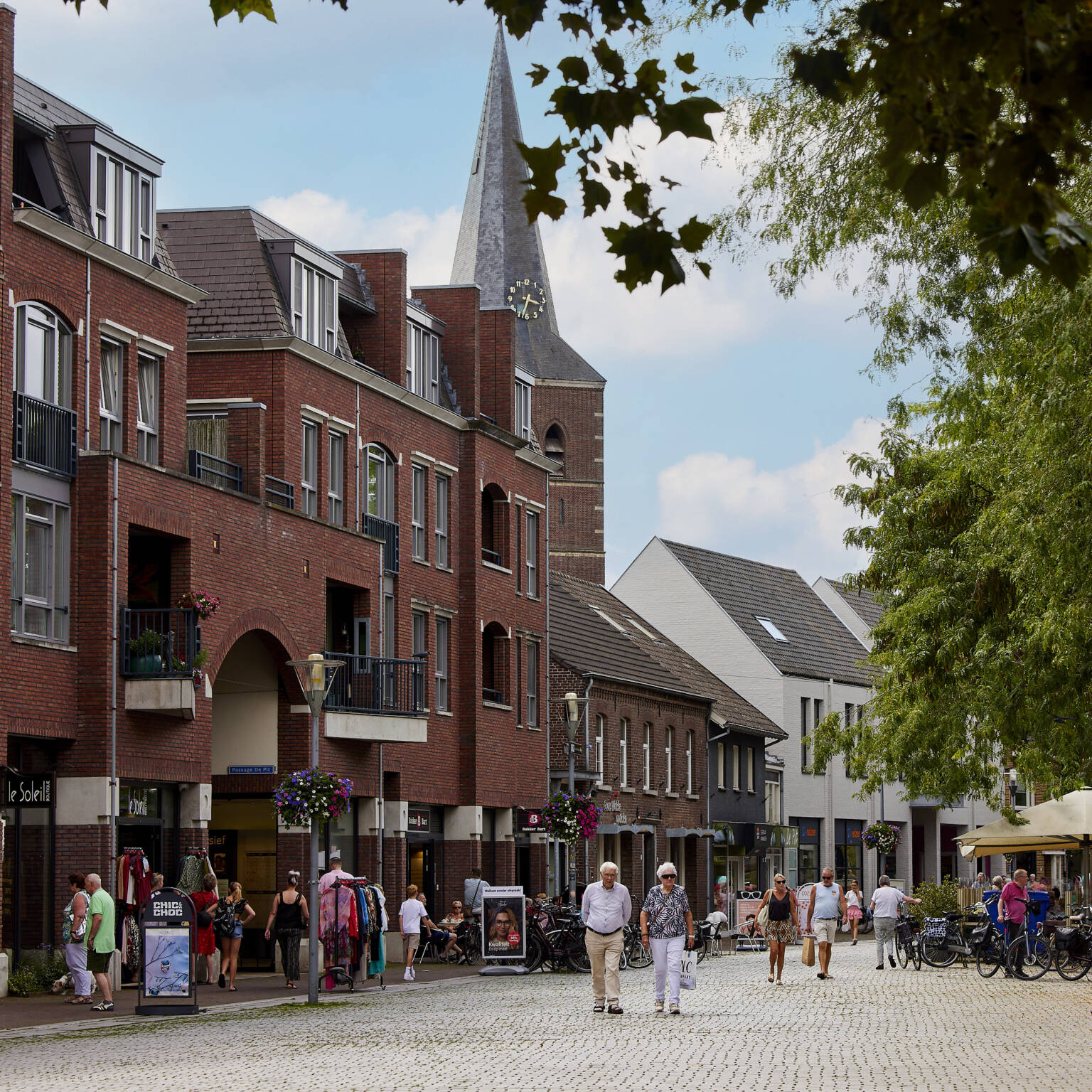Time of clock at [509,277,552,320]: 3:33
